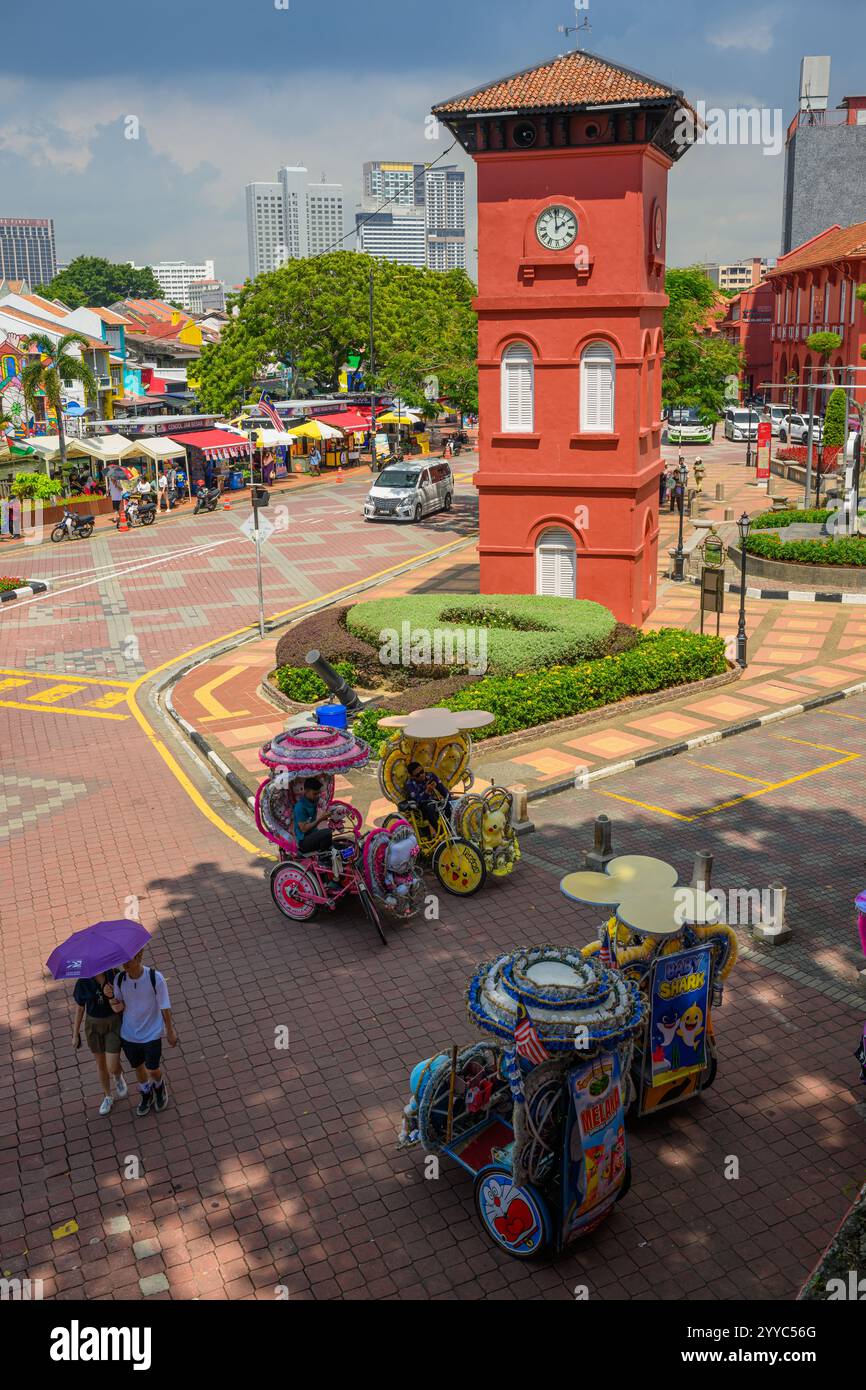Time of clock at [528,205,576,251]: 1:59
